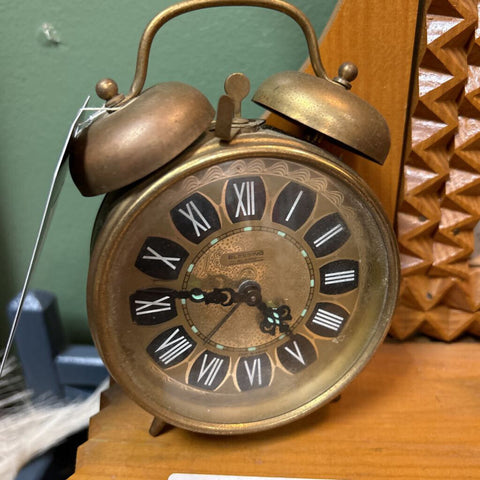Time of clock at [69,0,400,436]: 4:46
